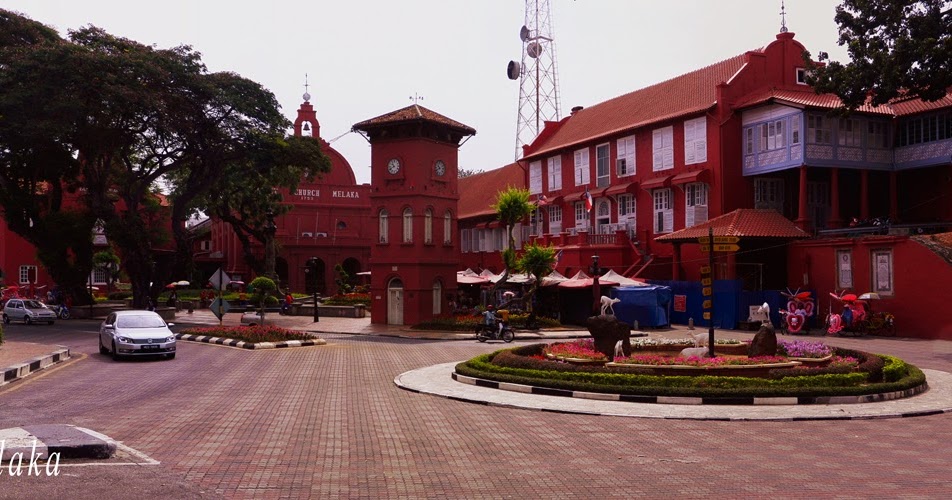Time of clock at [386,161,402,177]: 10:41
